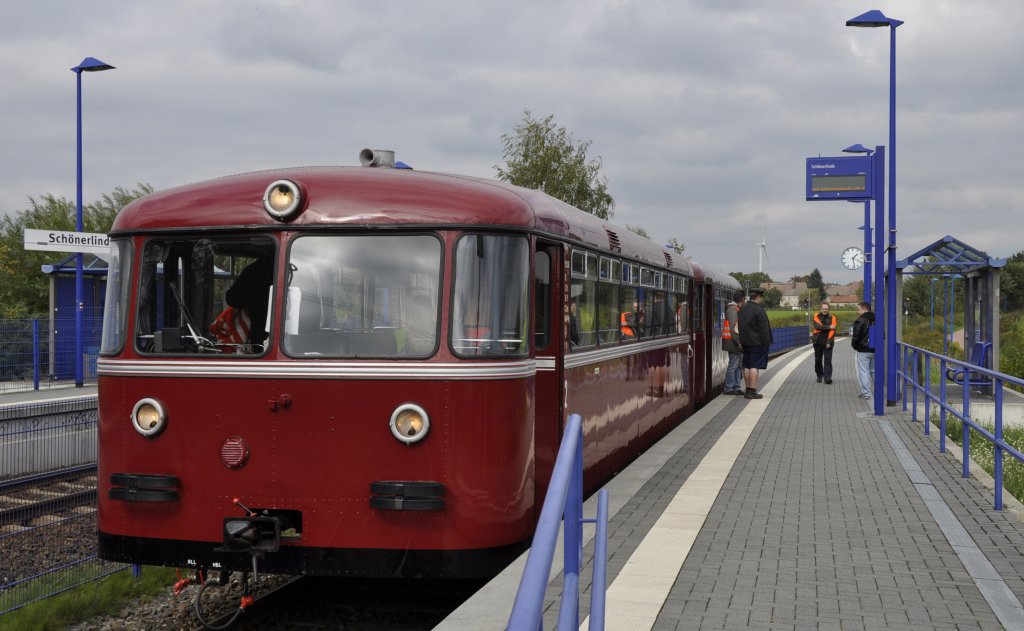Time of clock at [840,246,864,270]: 1:28
